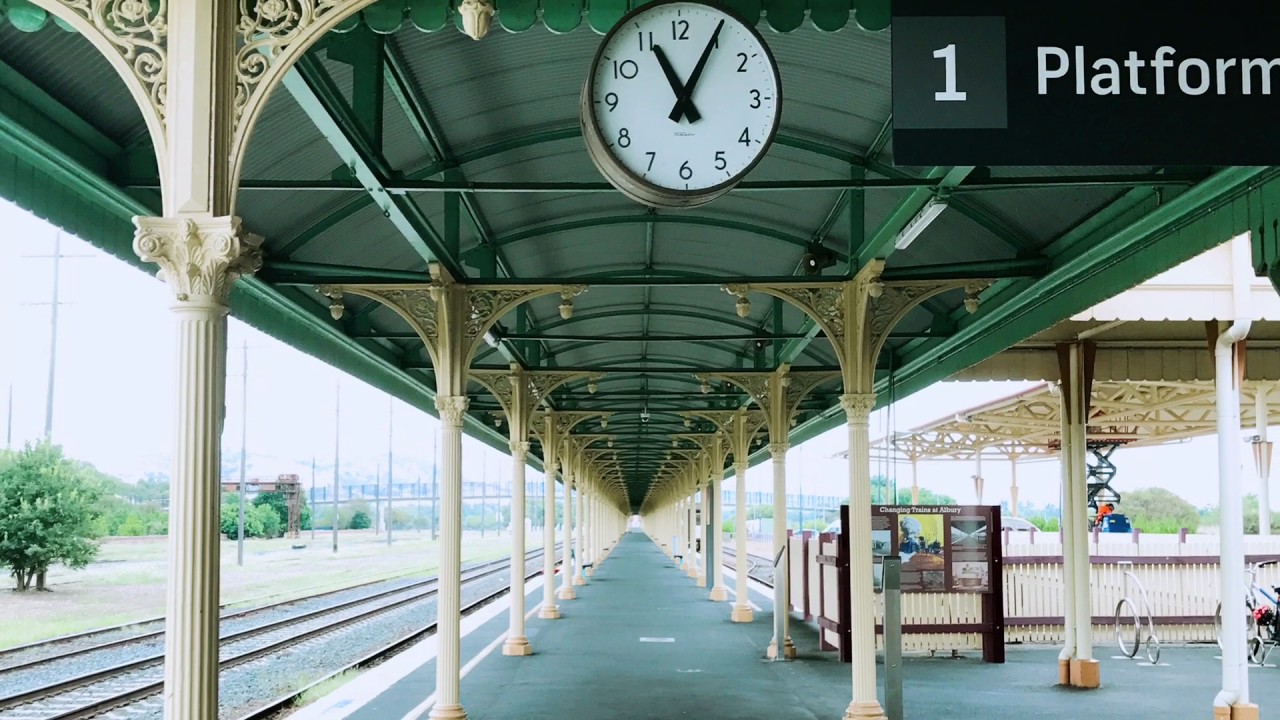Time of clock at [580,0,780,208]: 11:05
